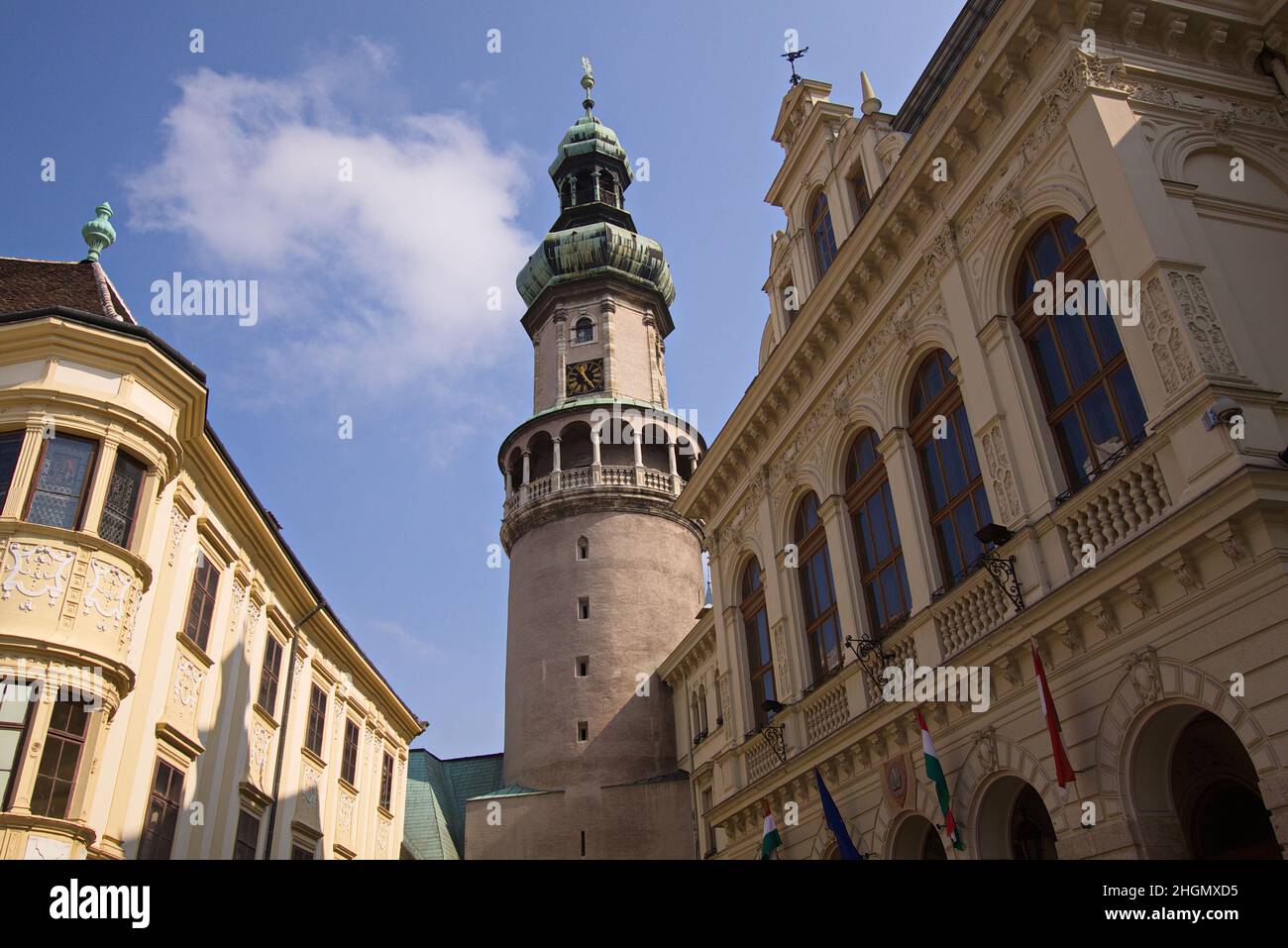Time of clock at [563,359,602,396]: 11:24
